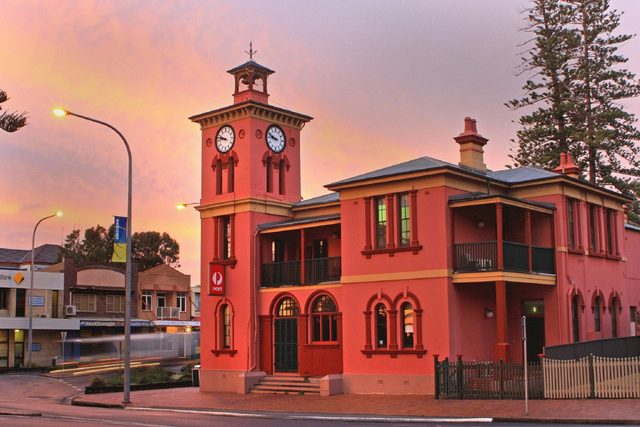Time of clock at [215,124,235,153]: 9:47
